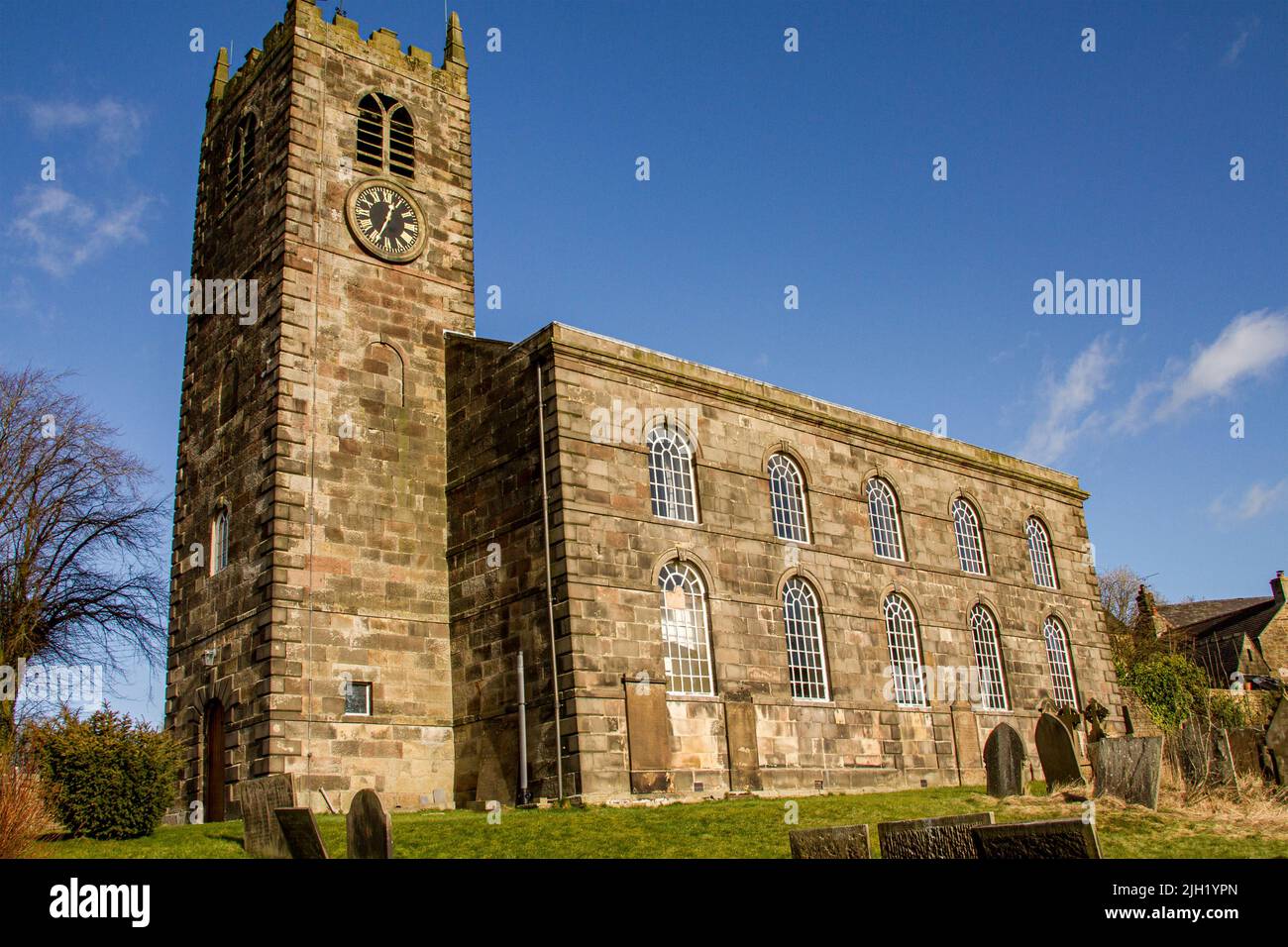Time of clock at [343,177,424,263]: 12:34
